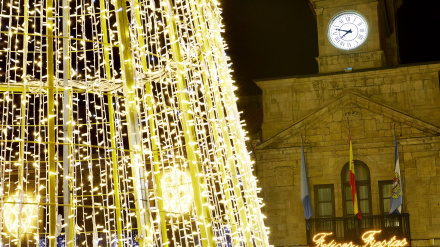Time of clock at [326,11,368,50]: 7:47
